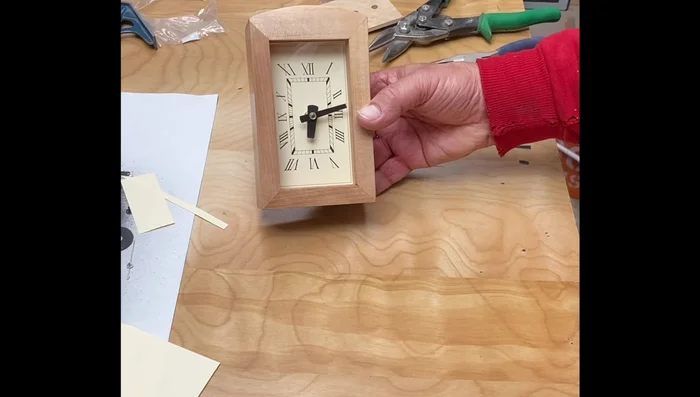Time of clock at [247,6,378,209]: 6:13
